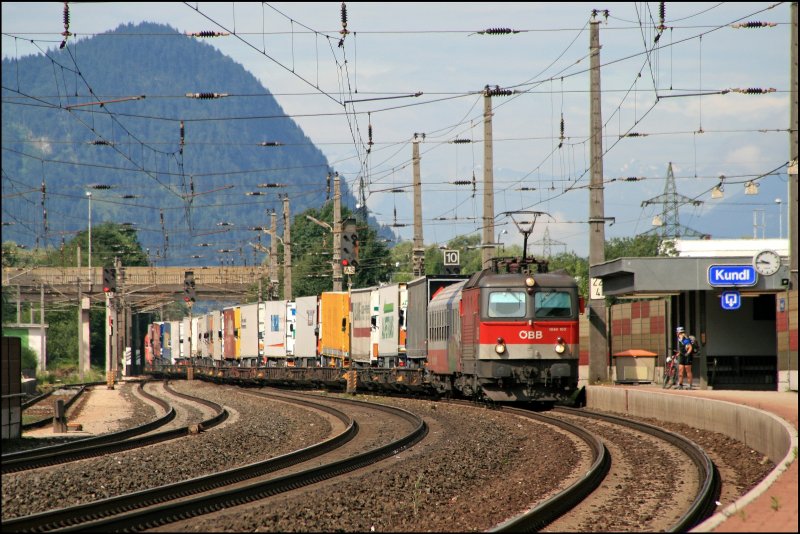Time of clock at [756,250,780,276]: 9:45
